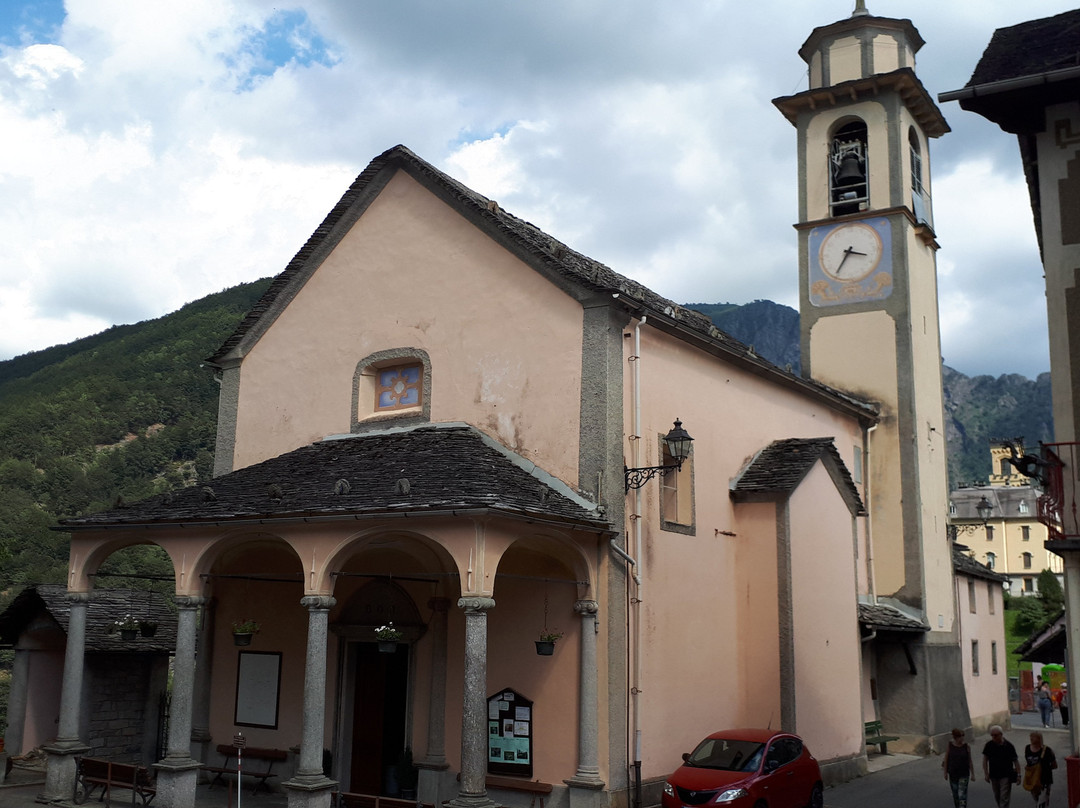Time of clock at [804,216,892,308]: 3:35
